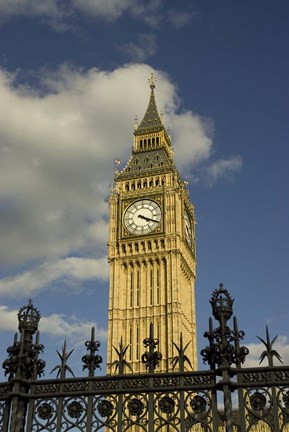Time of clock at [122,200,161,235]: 4:19
